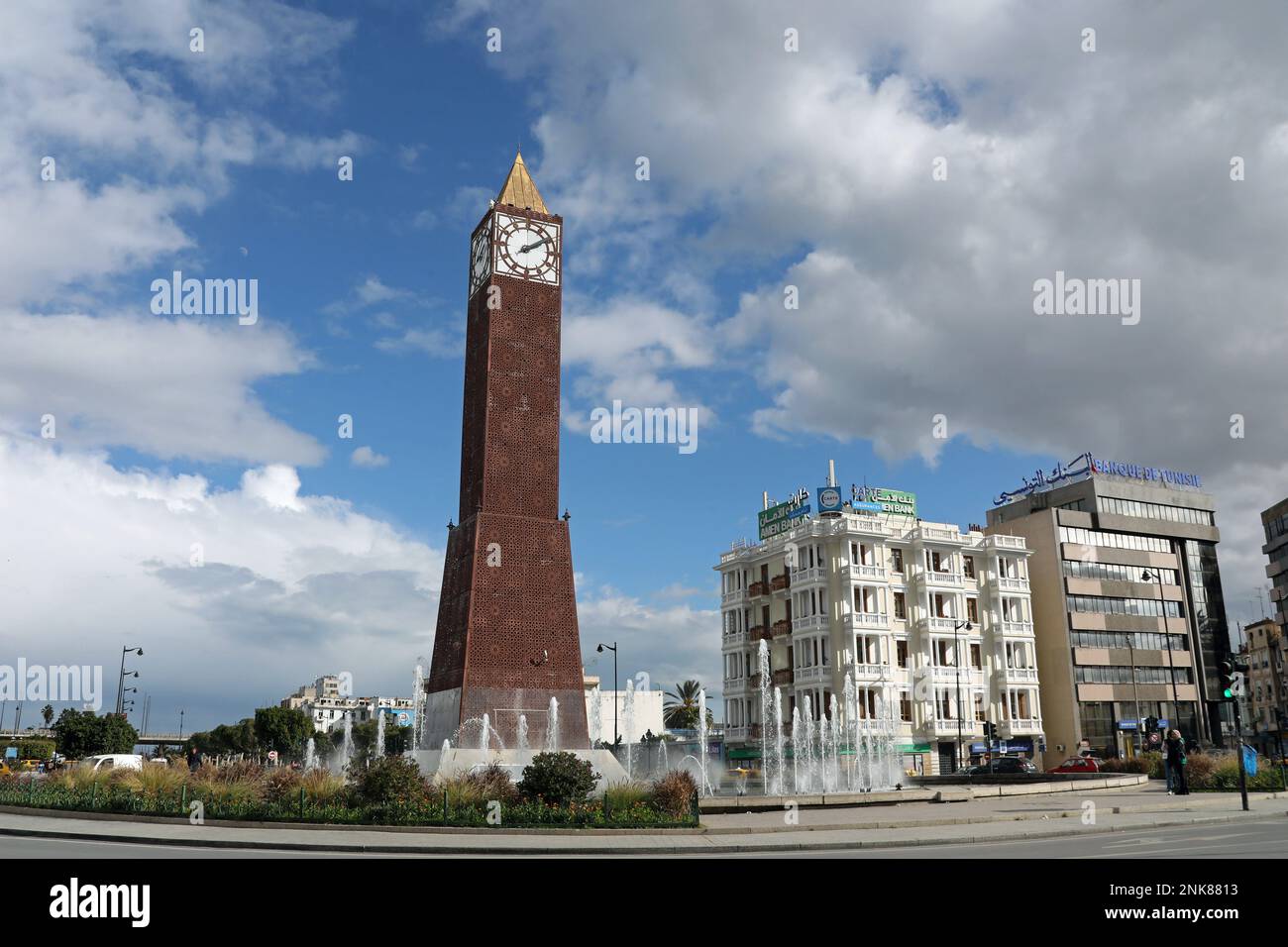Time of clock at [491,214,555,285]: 2:09
